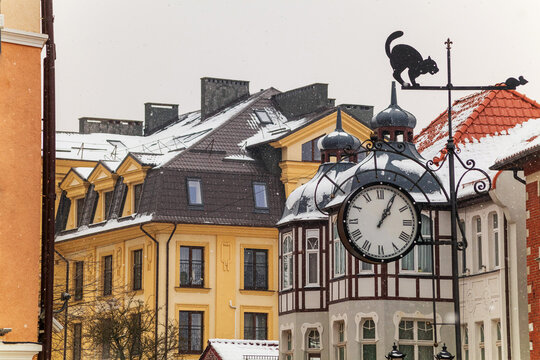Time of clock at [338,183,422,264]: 1:04
